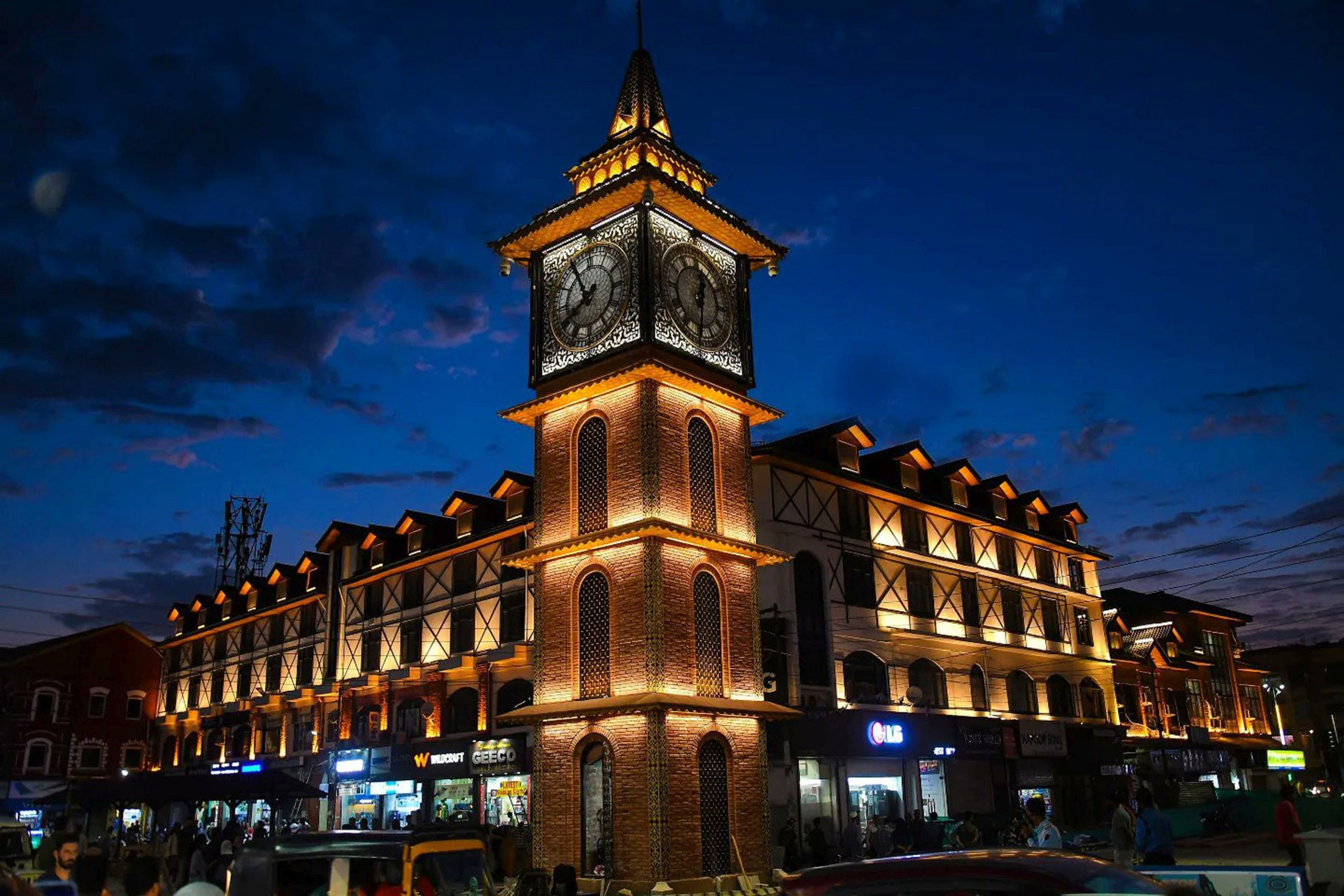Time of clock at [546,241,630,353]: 7:55
